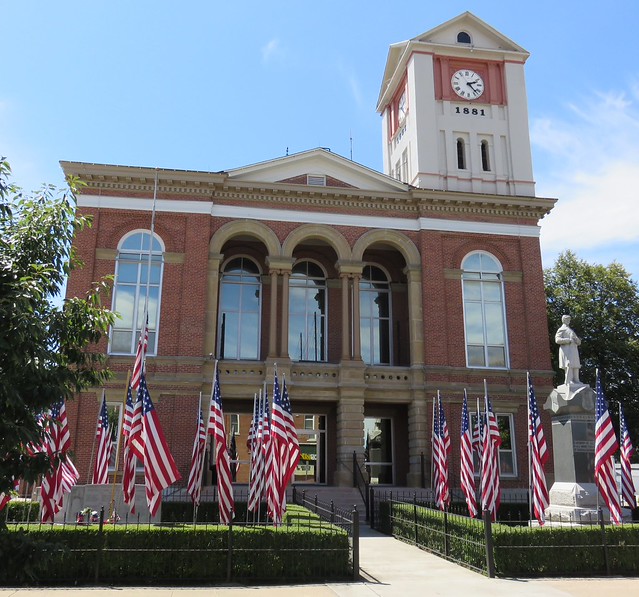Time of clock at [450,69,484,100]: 2:22
